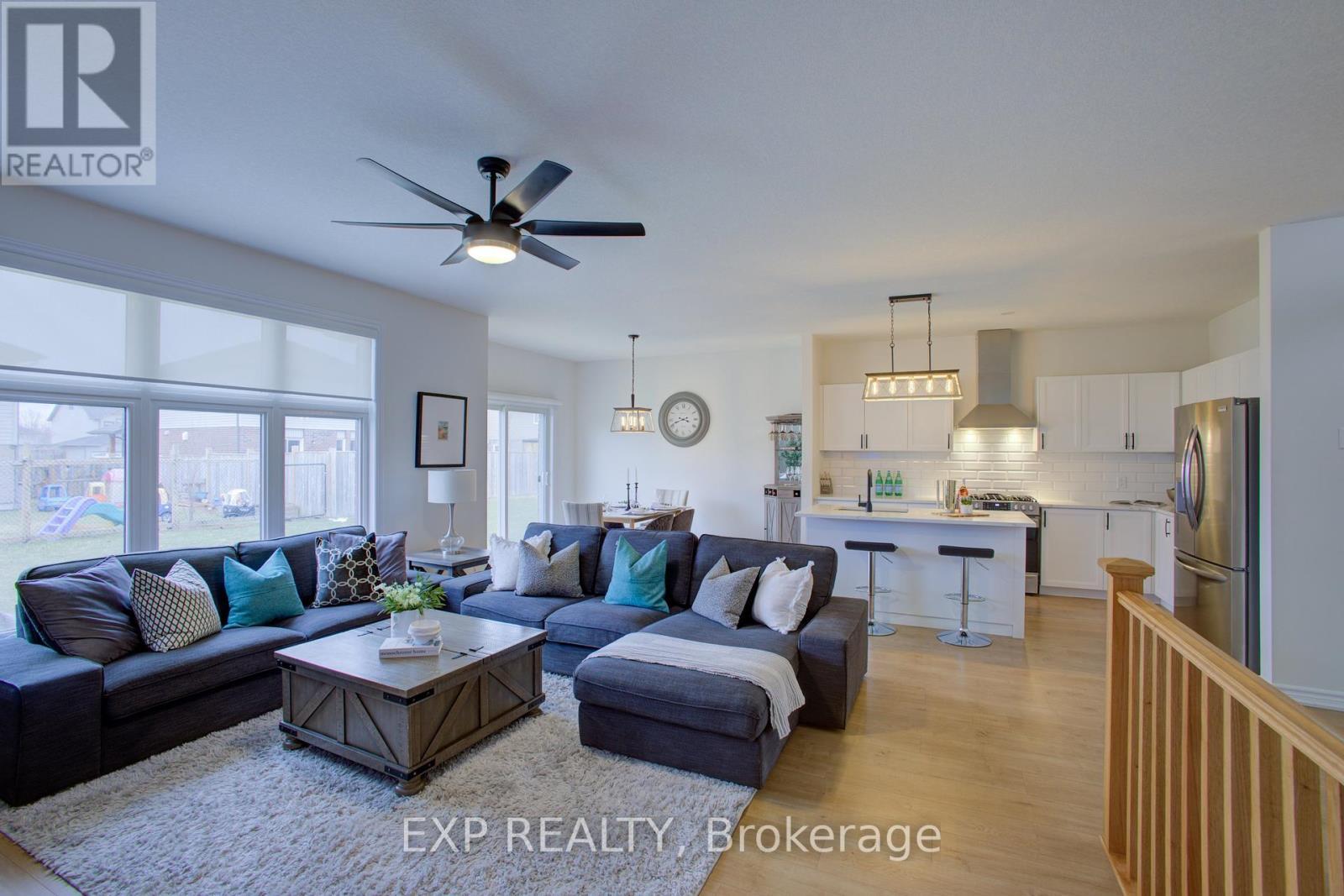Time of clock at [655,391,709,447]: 3:41
